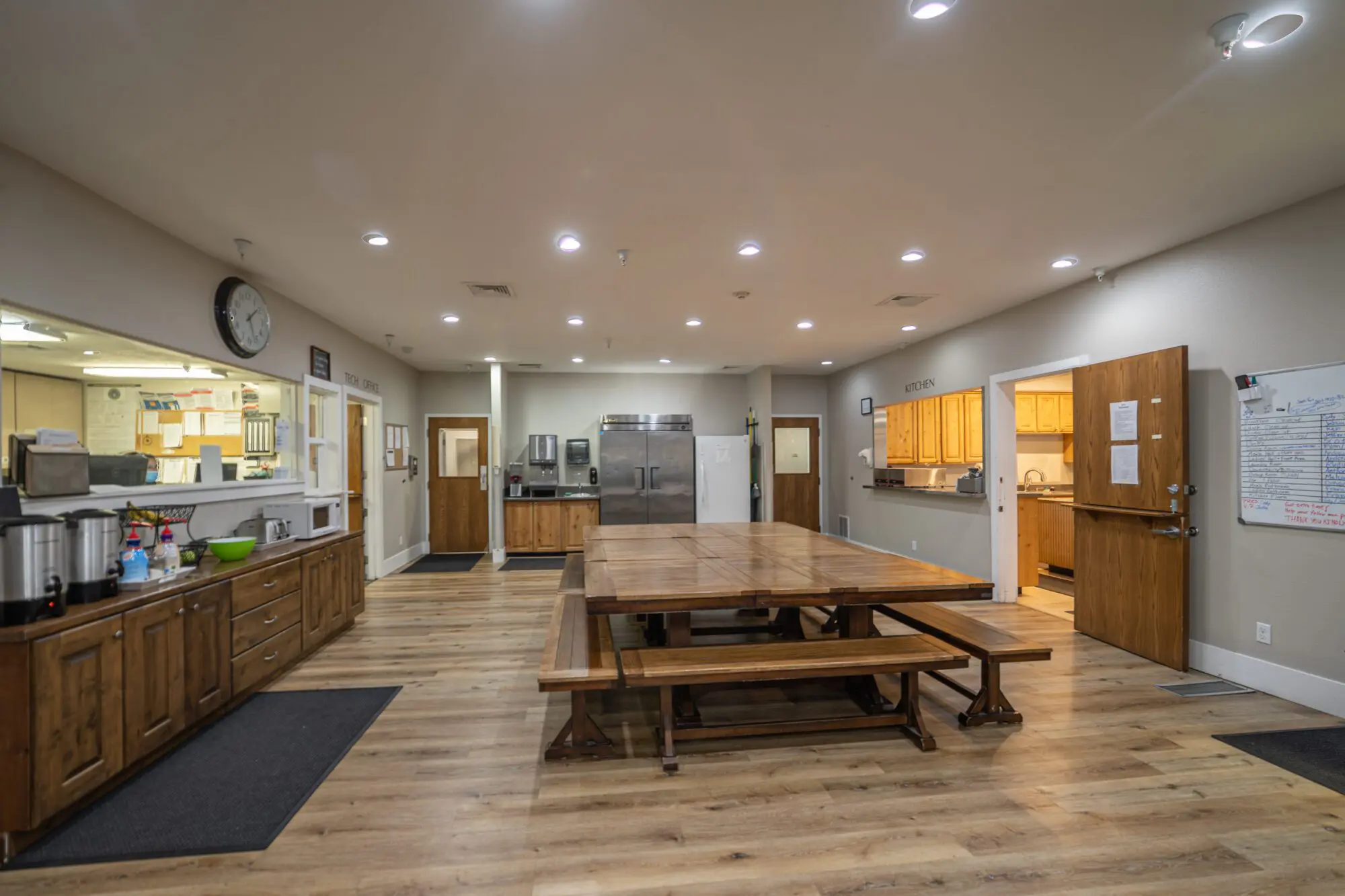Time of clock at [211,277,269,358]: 5:08
